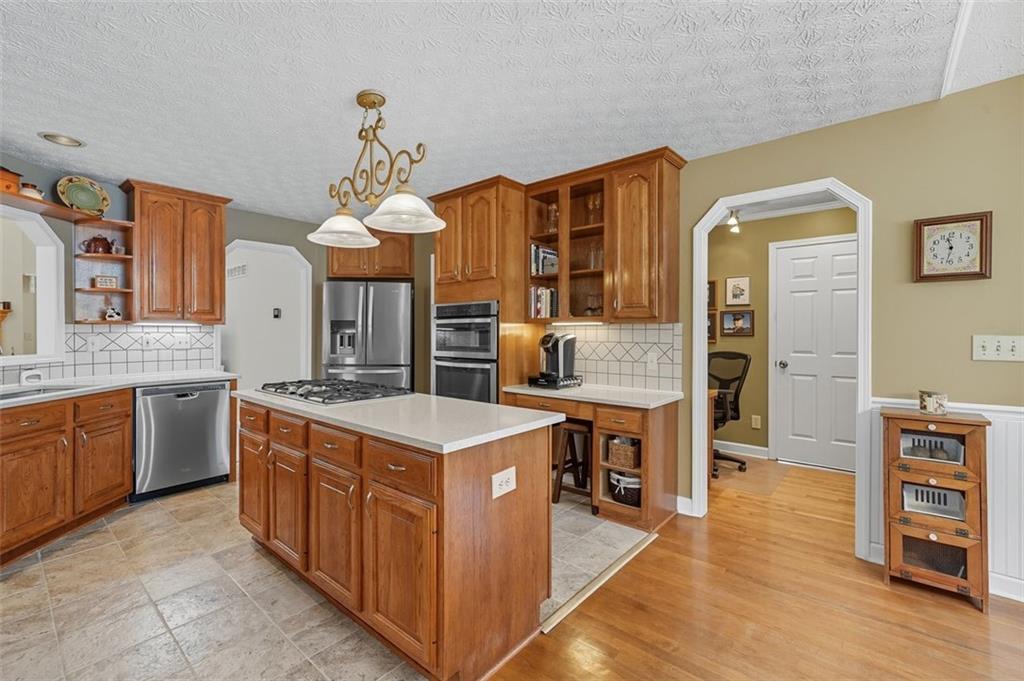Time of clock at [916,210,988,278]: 11:32
